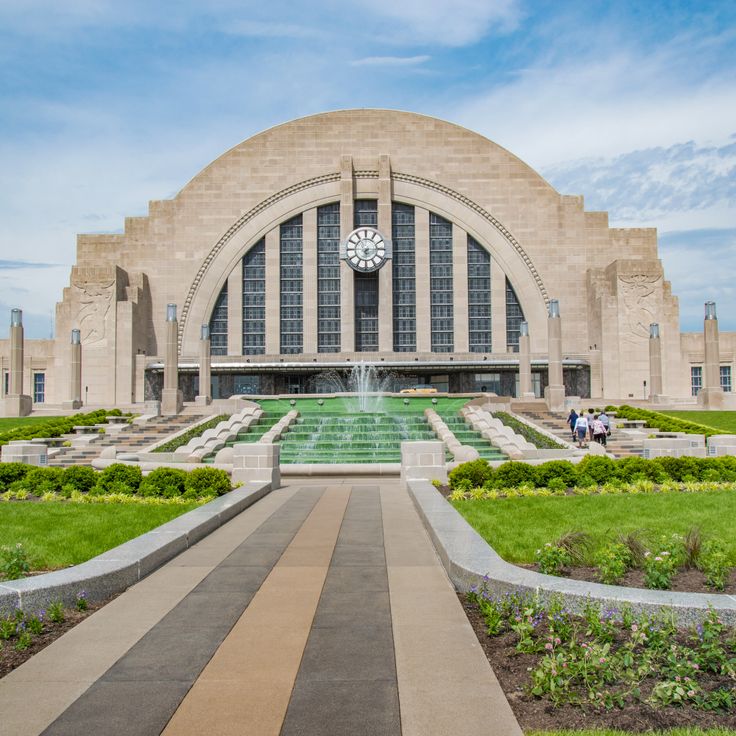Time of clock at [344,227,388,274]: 6:14
